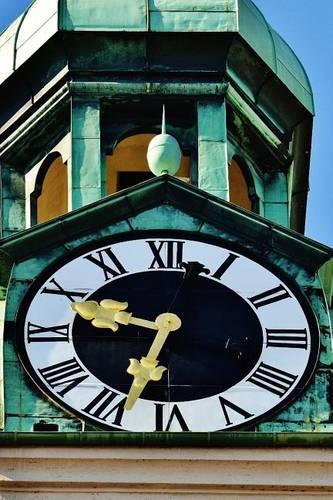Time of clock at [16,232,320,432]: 9:33
